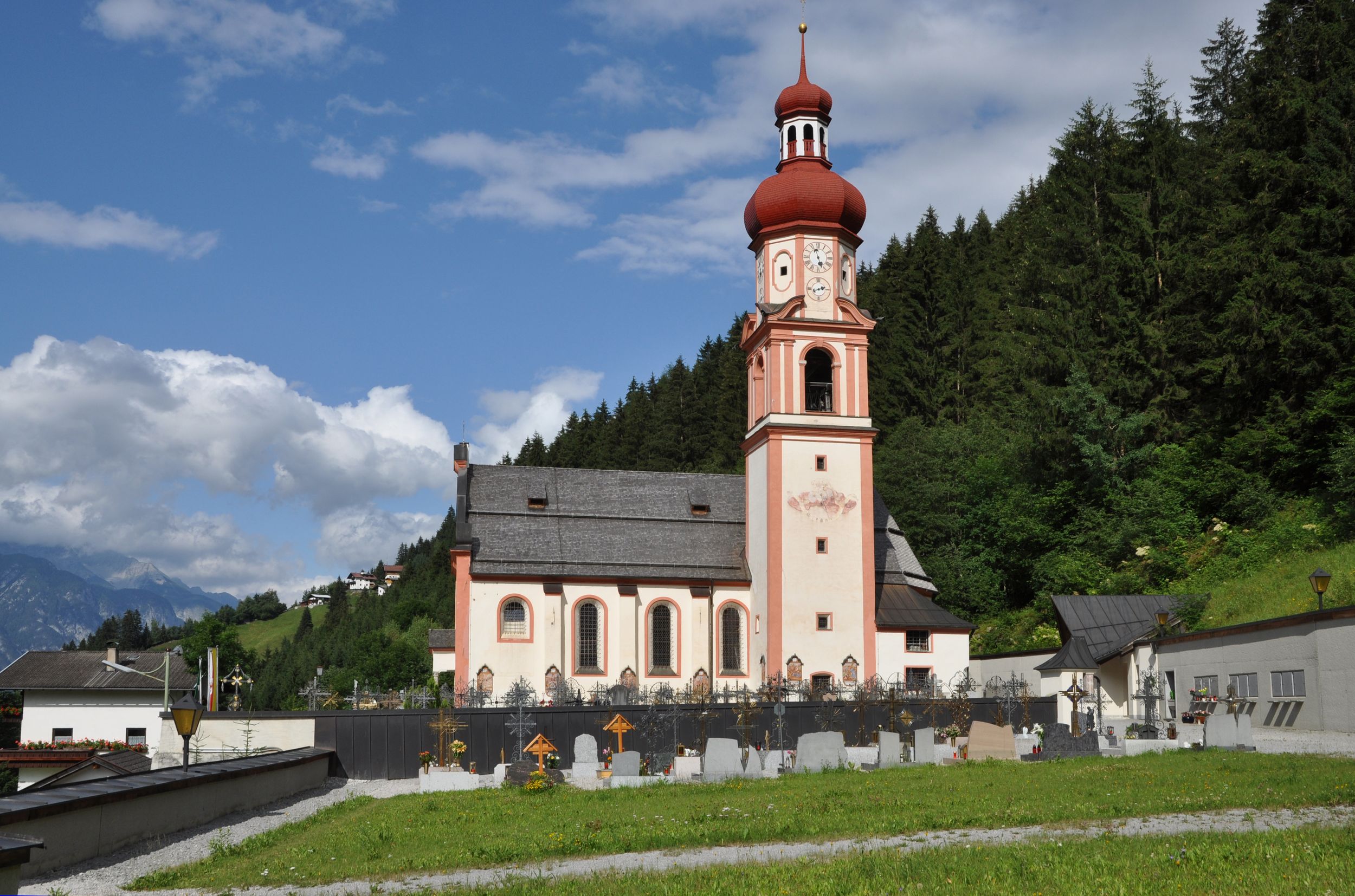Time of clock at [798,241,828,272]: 4:57
